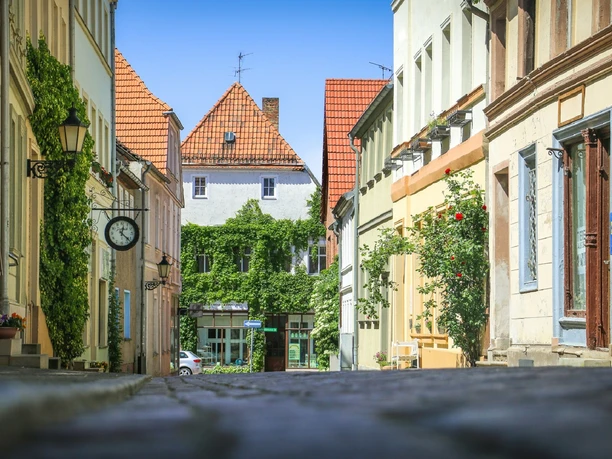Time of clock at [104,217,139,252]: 12:22
